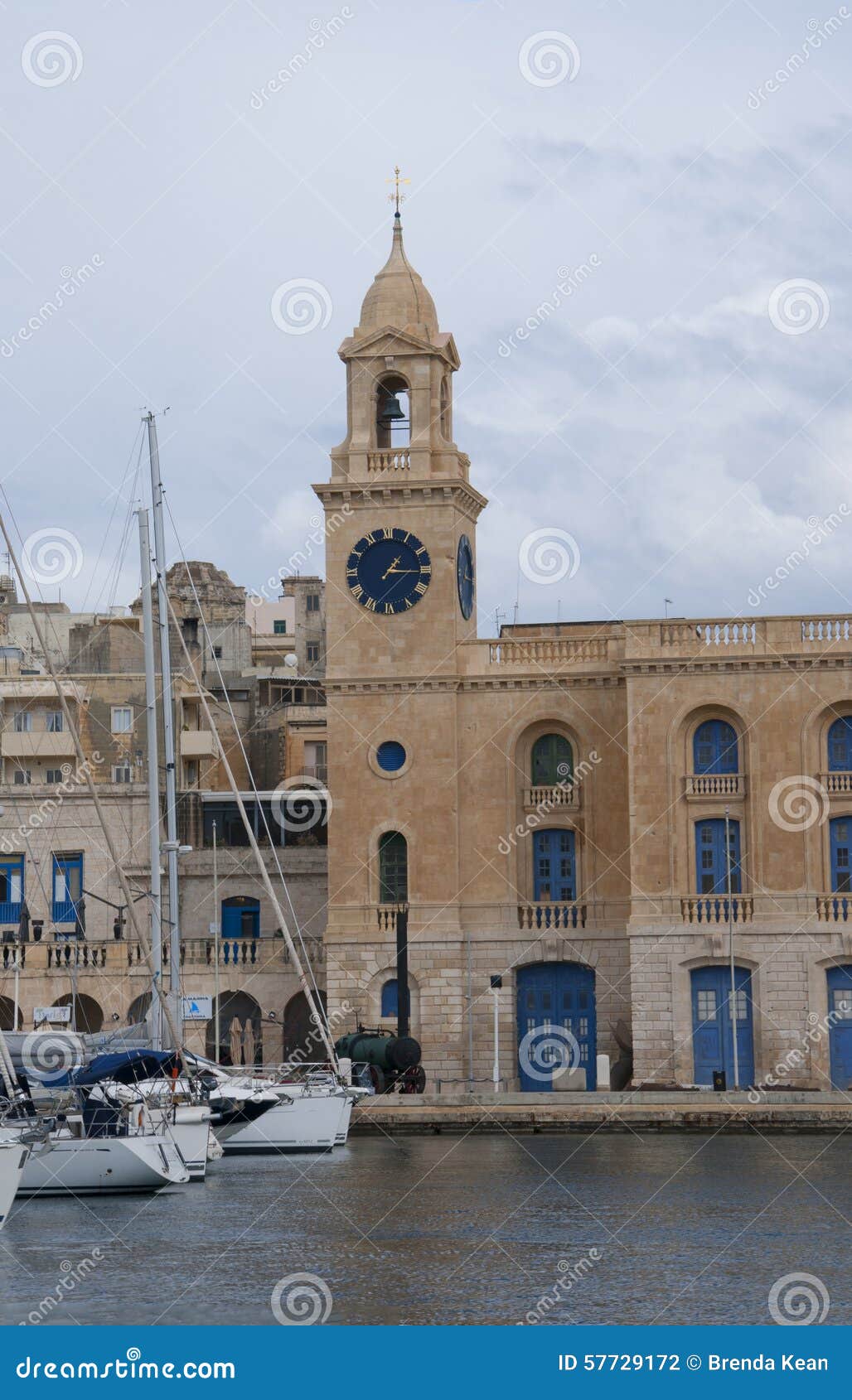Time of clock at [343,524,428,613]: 1:15
